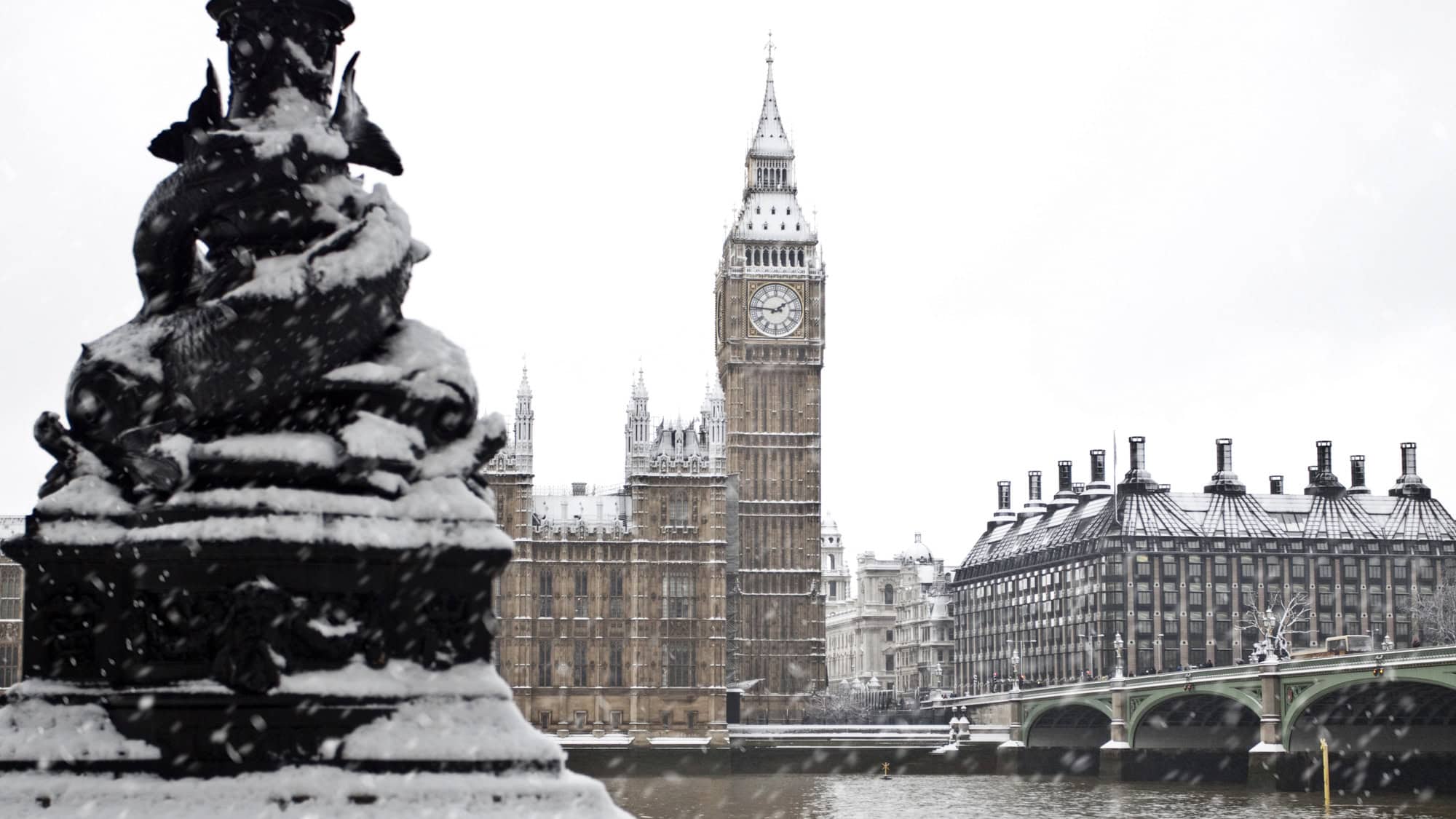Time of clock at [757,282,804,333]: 1:46
